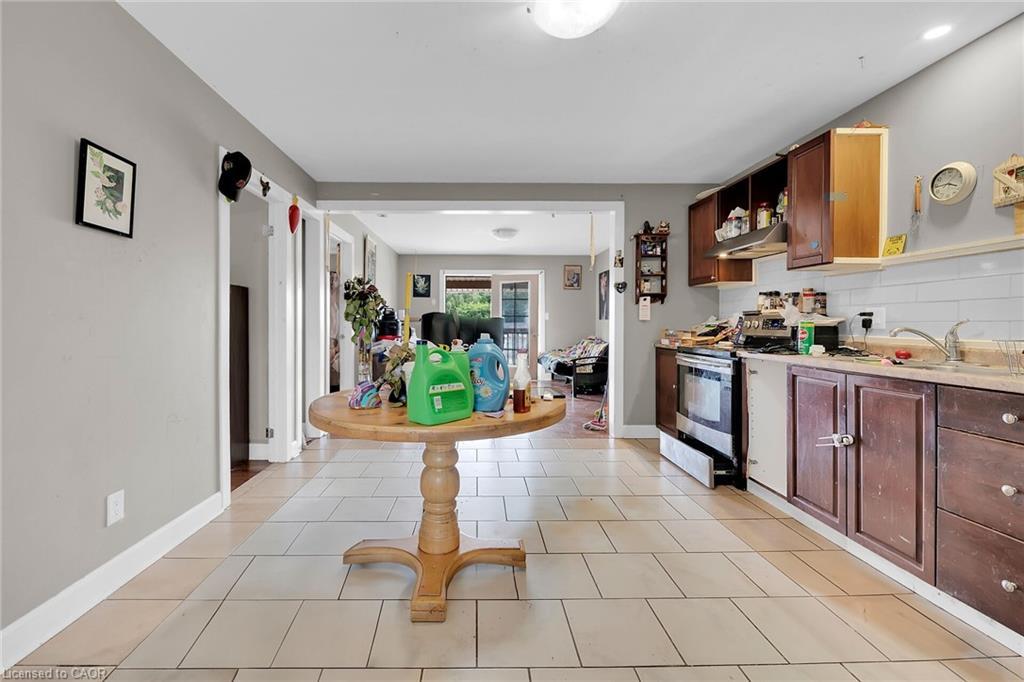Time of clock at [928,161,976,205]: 3:44
